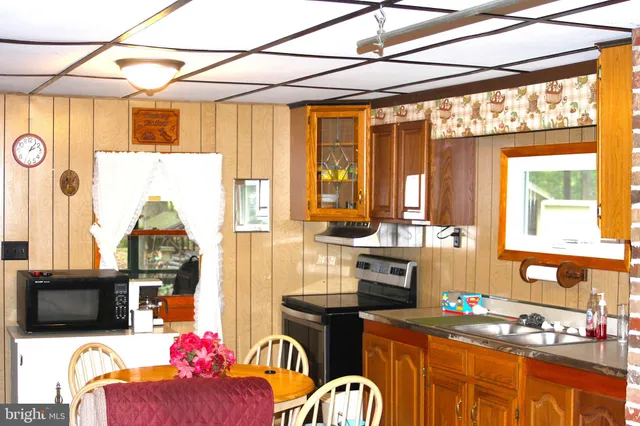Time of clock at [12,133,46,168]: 2:06
